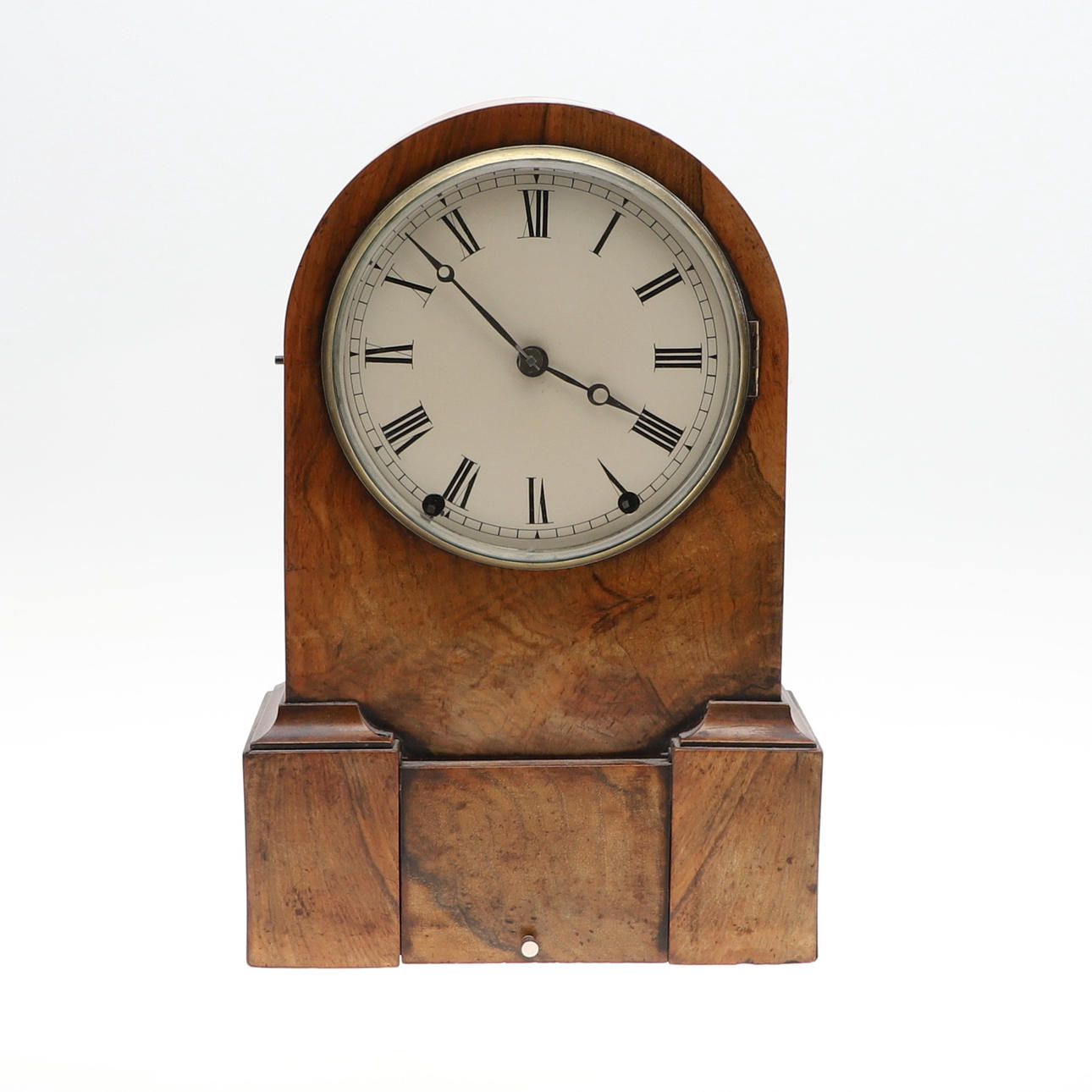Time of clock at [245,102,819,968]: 3:52
